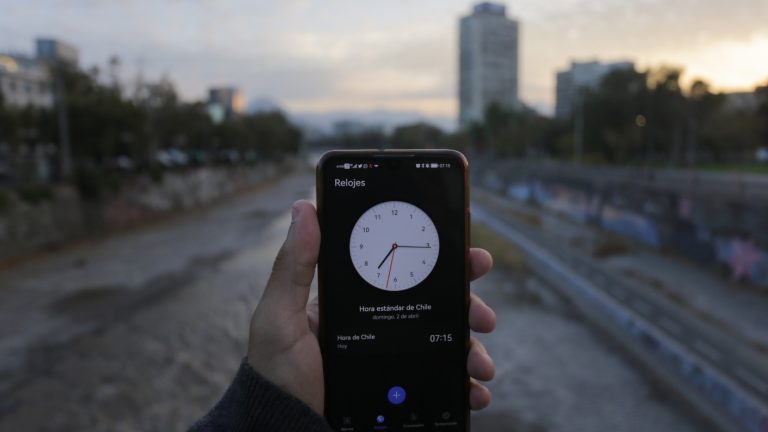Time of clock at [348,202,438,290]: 7:15
